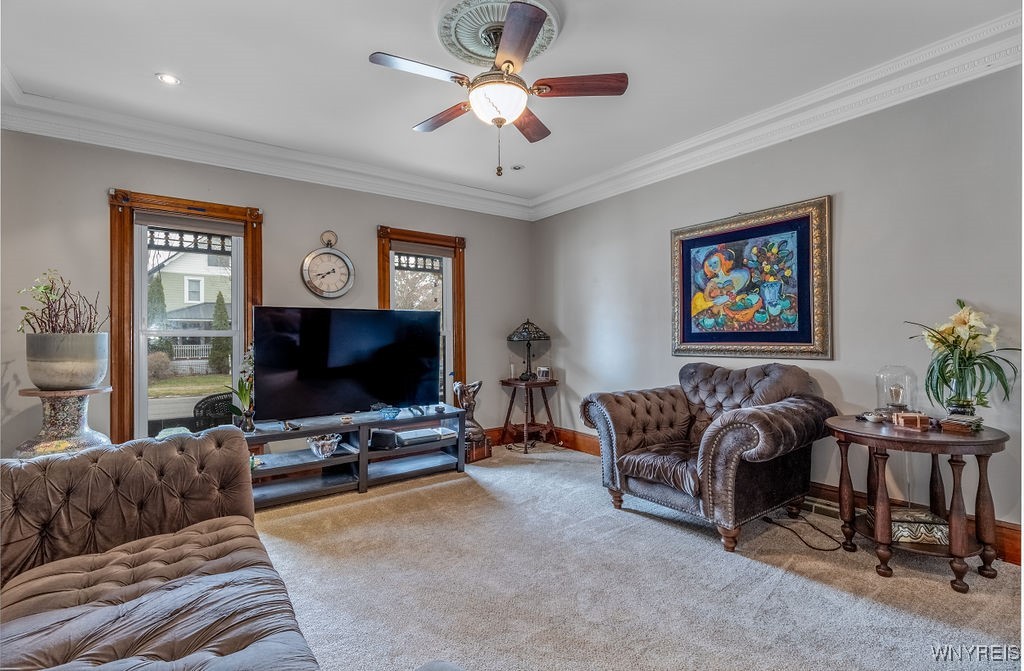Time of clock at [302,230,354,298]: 7:42
